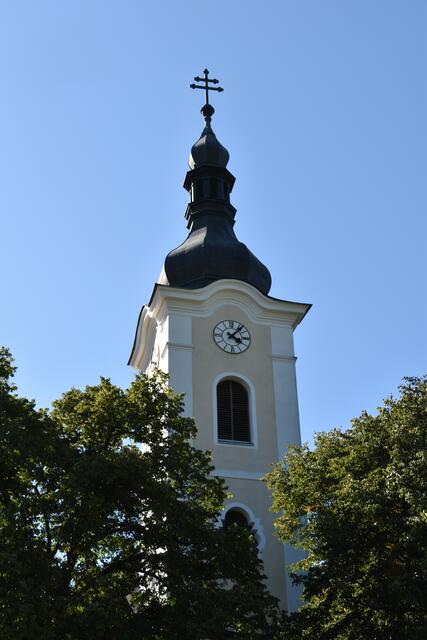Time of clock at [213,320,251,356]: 4:07
